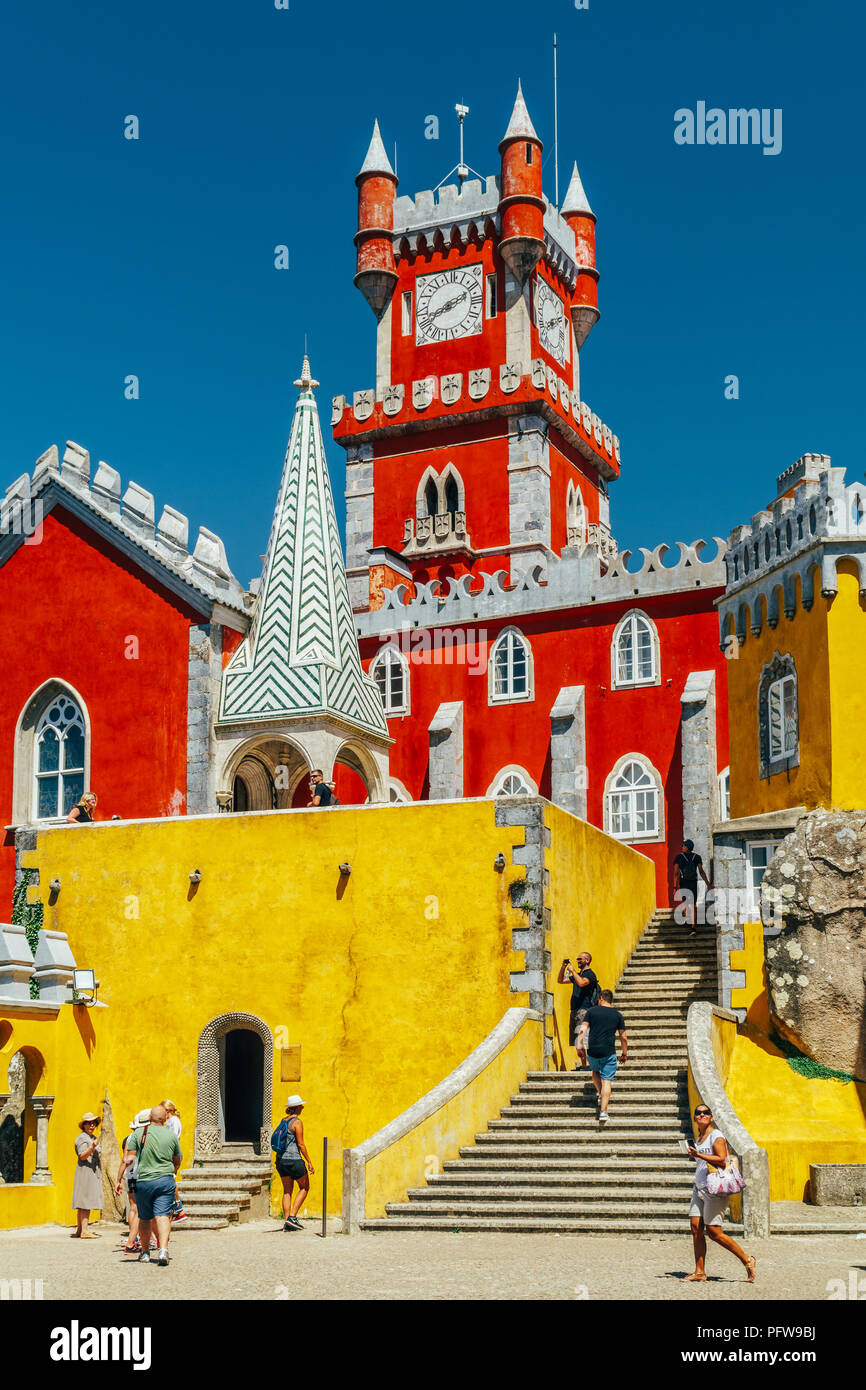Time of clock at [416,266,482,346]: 8:11
